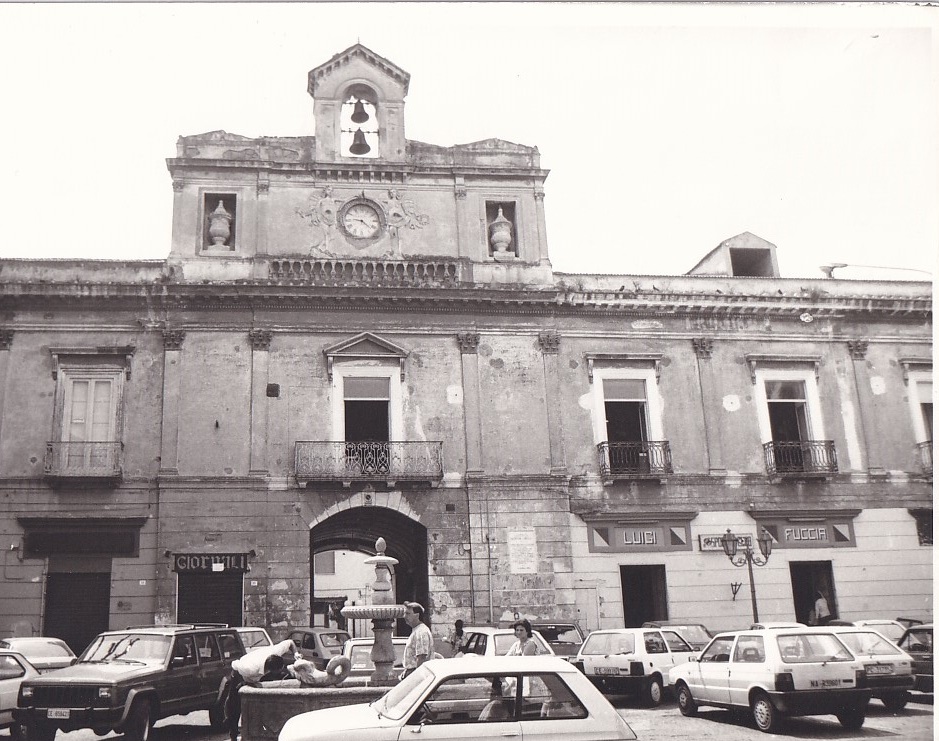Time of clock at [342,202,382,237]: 9:22
